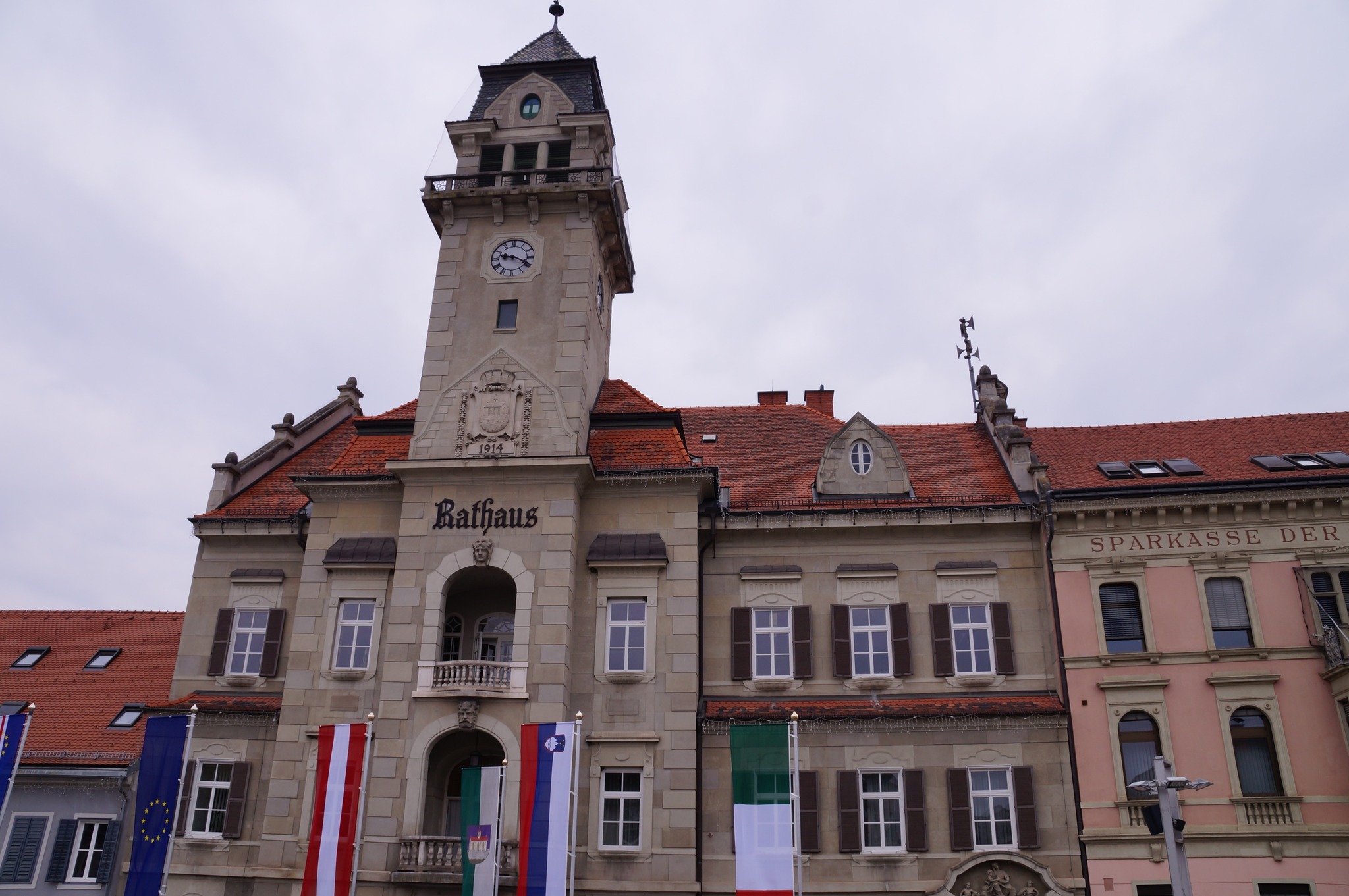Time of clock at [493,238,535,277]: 9:19
